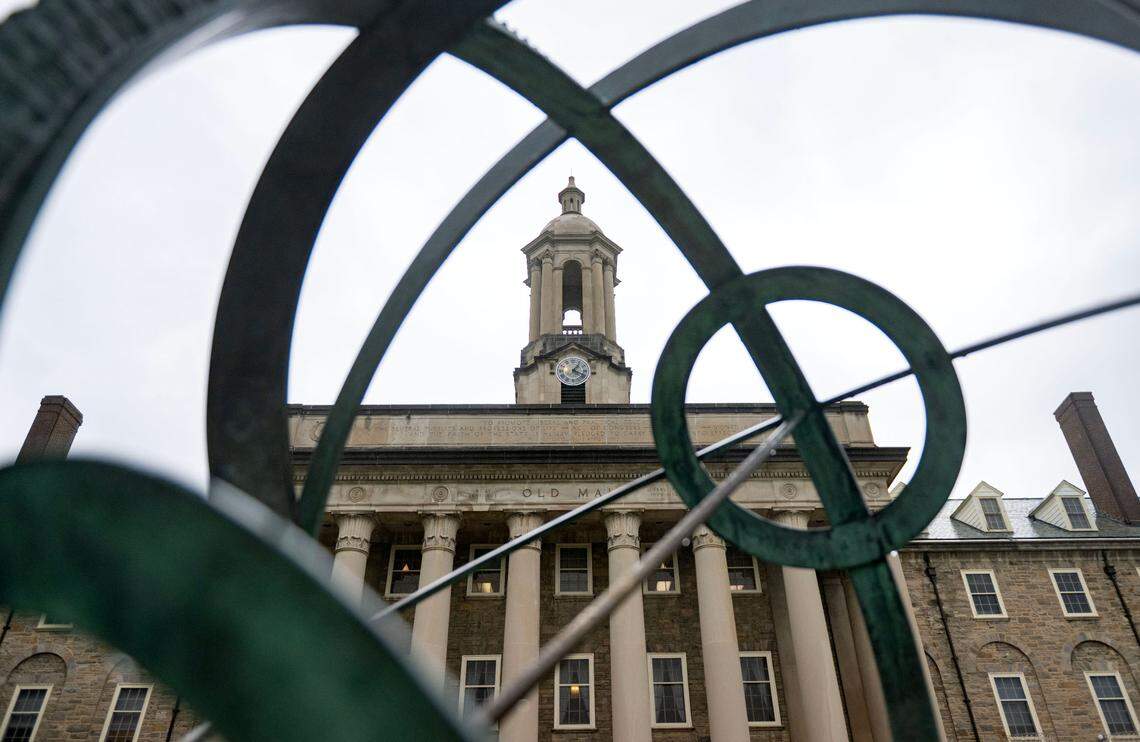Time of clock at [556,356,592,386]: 1:18
